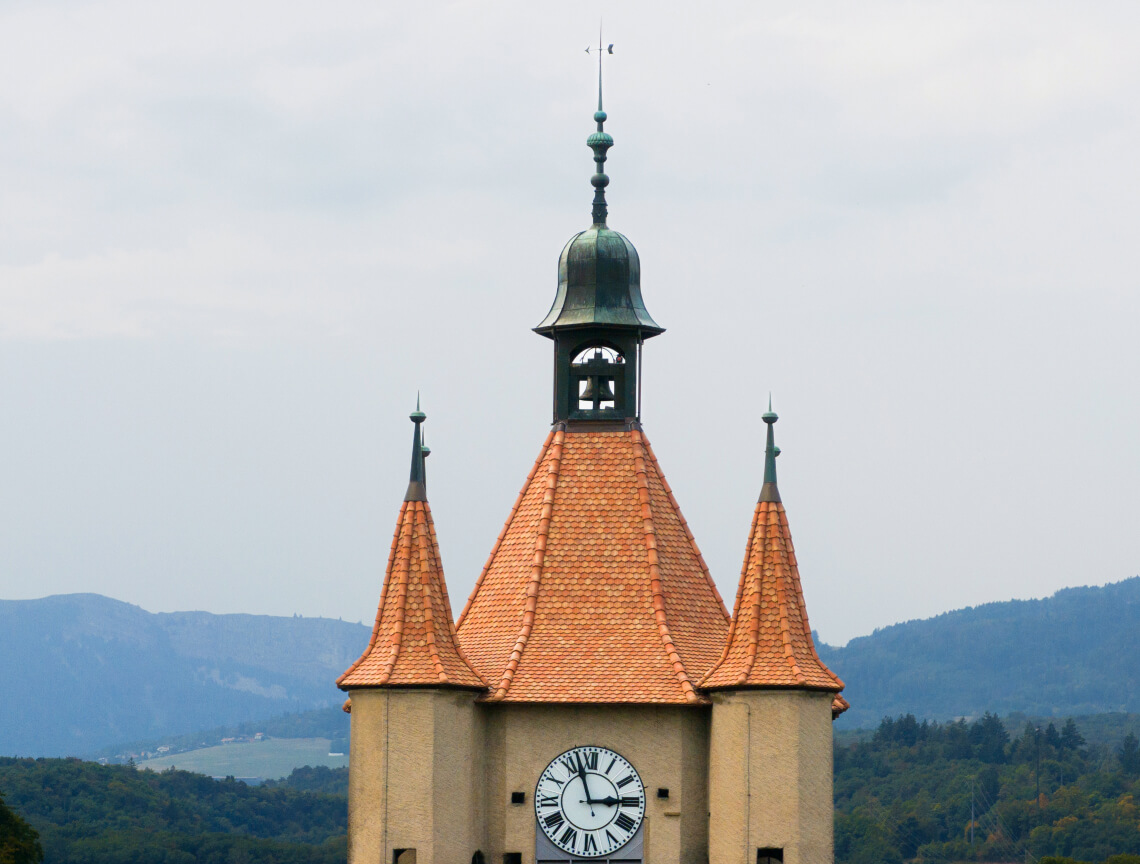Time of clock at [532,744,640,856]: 2:57
